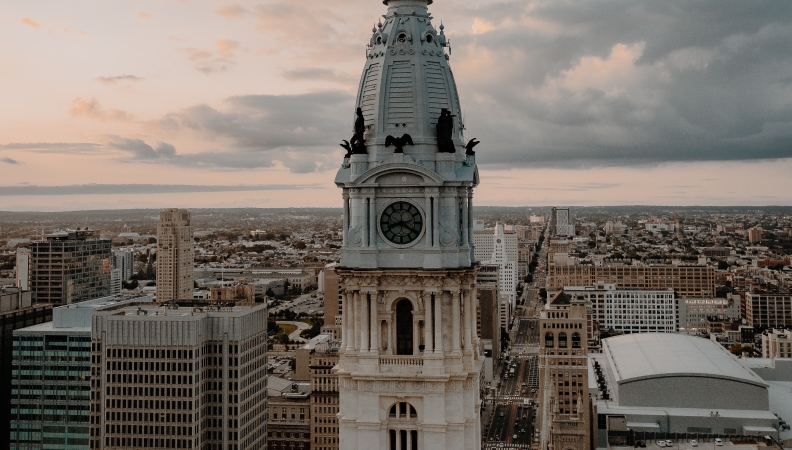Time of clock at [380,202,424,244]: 8:20
